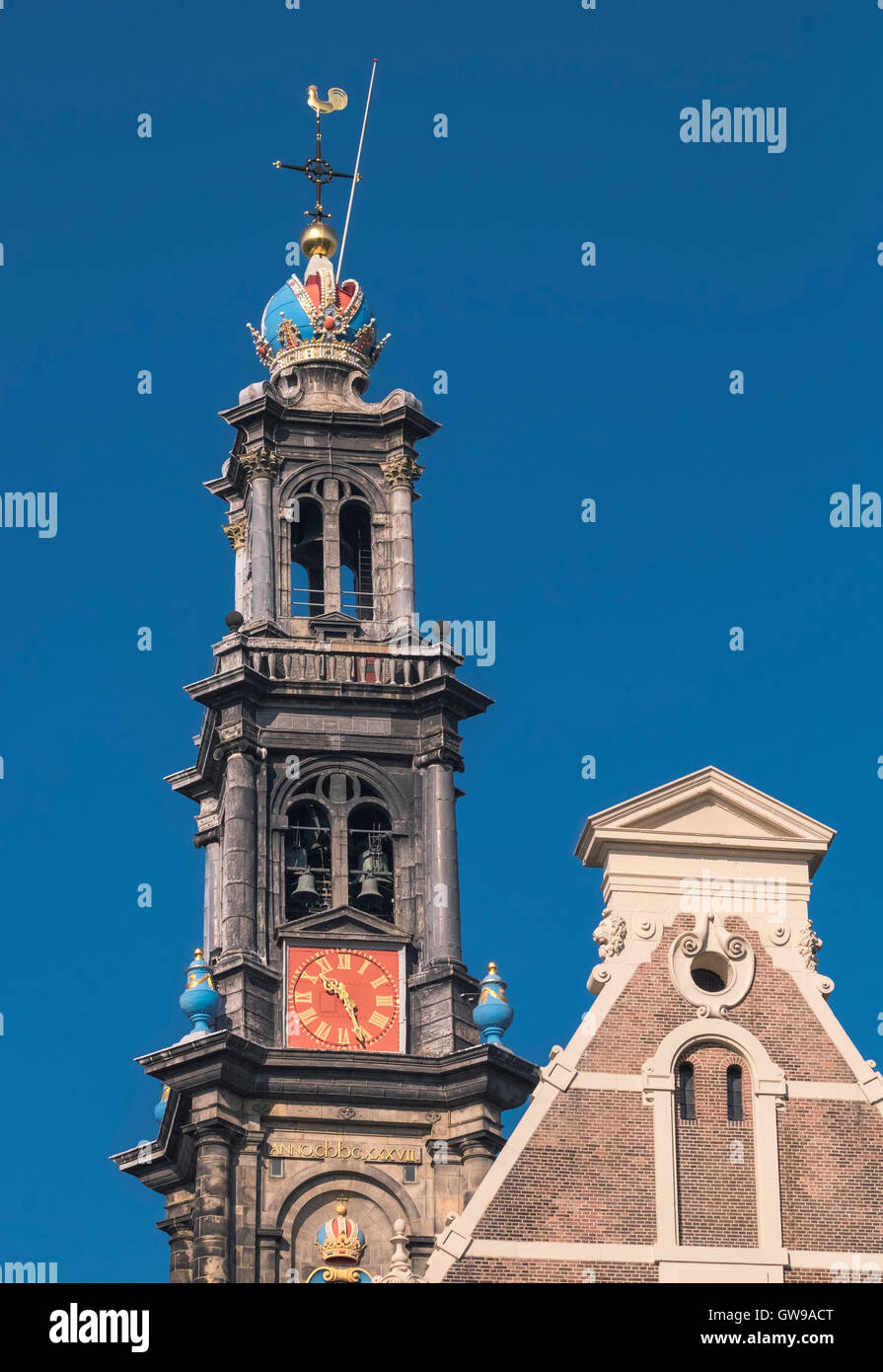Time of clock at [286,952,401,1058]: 10:26
